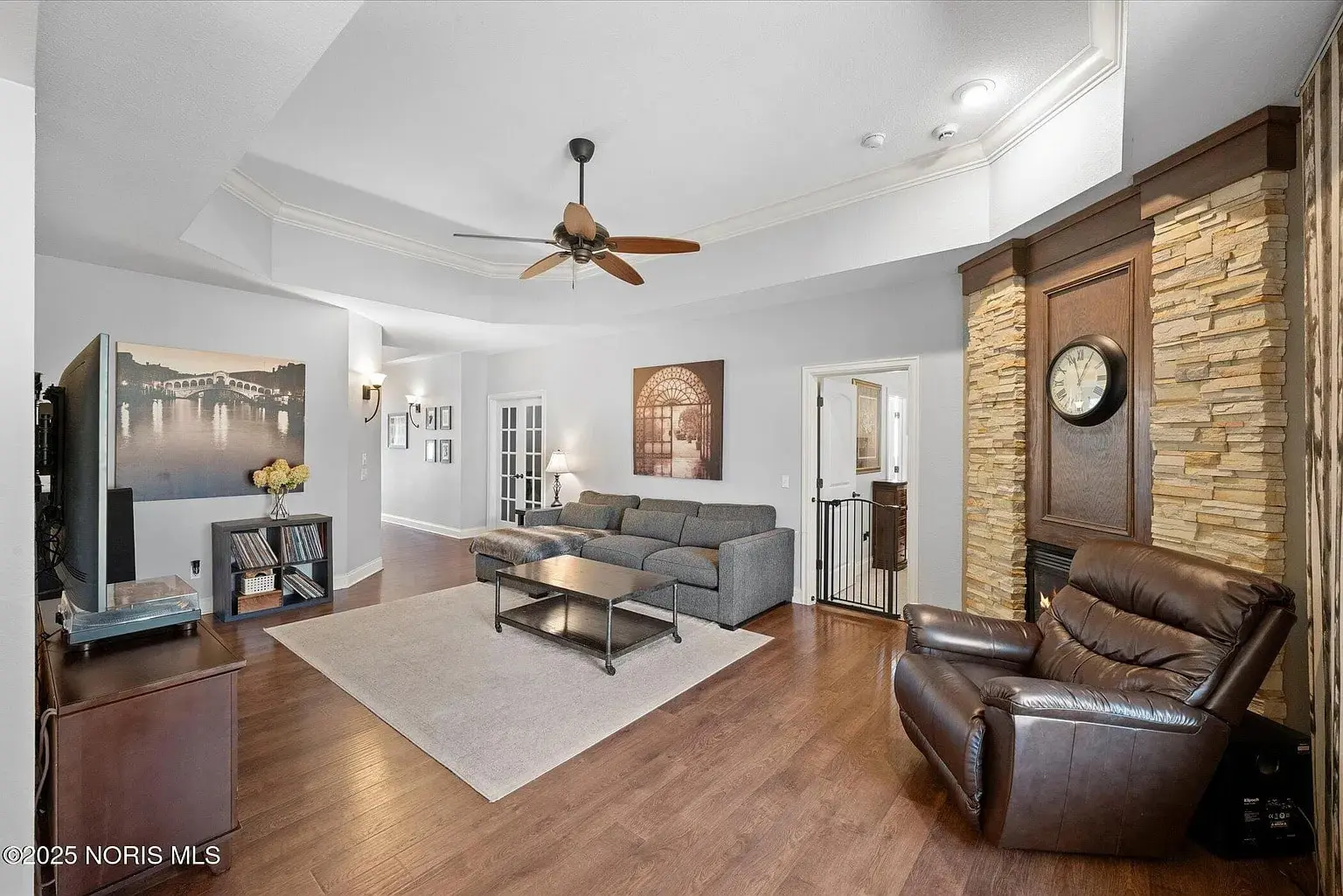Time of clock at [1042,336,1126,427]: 12:57
